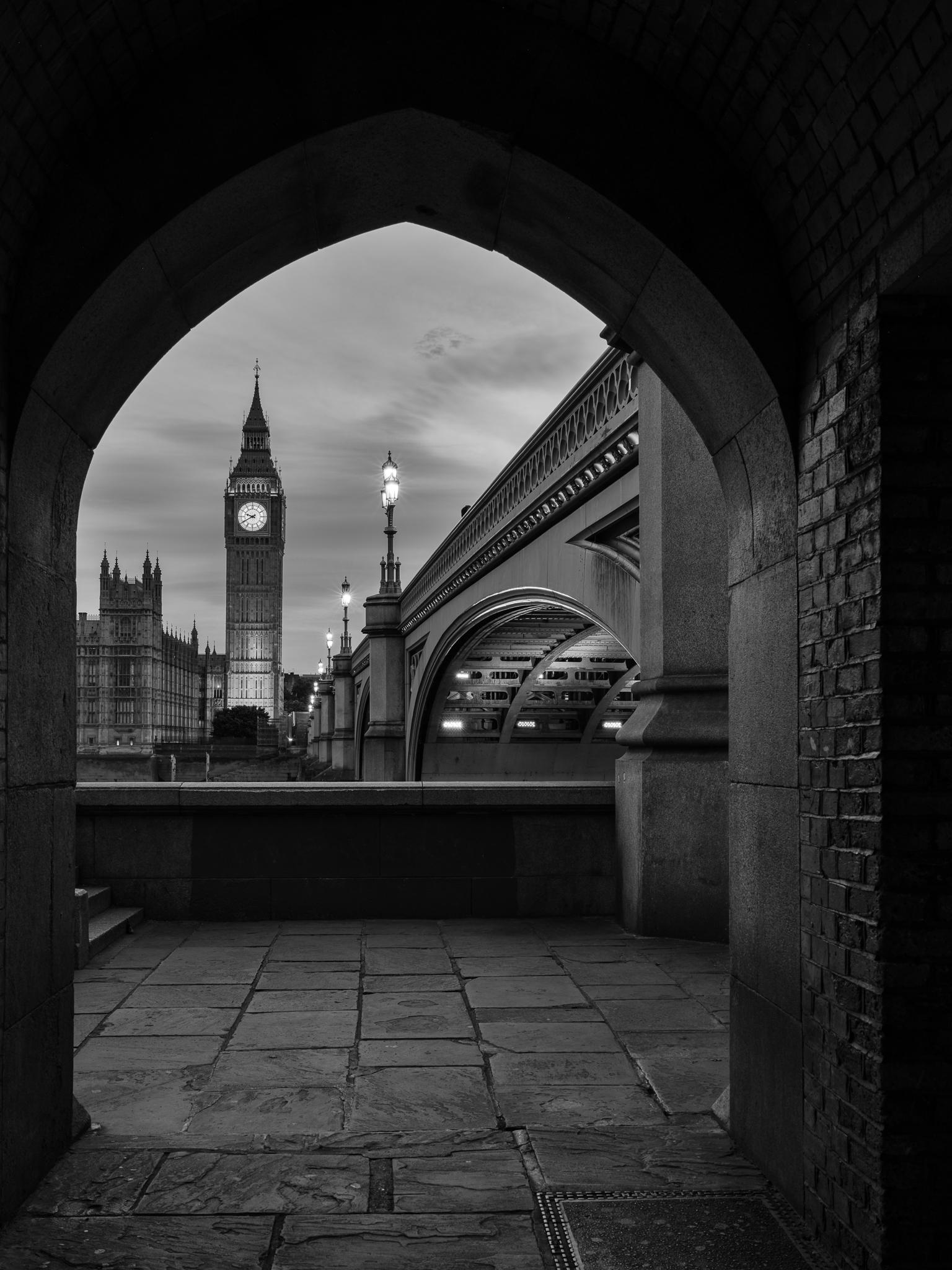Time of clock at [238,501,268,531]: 9:40
